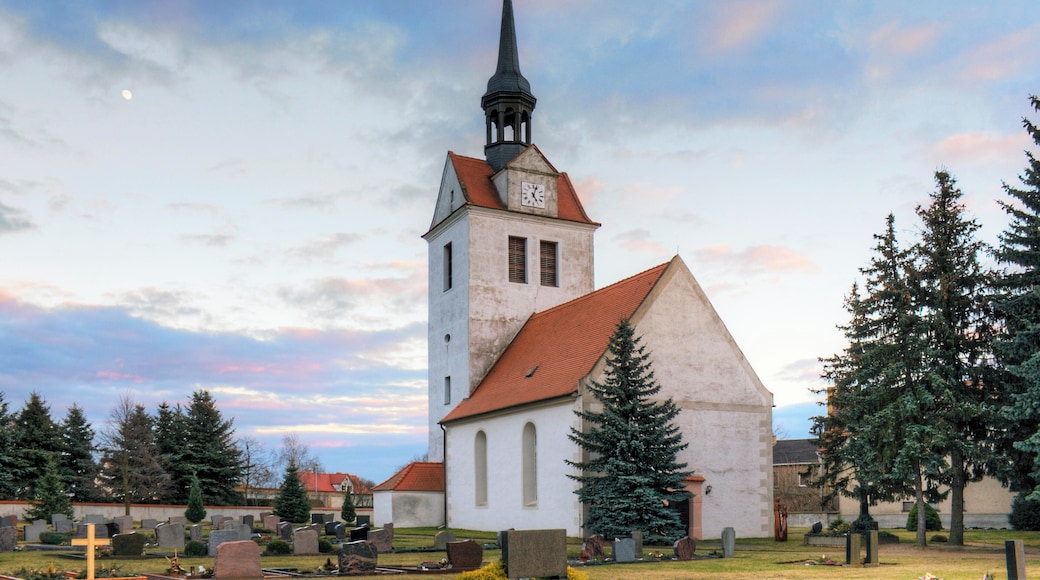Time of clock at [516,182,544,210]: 5:03
